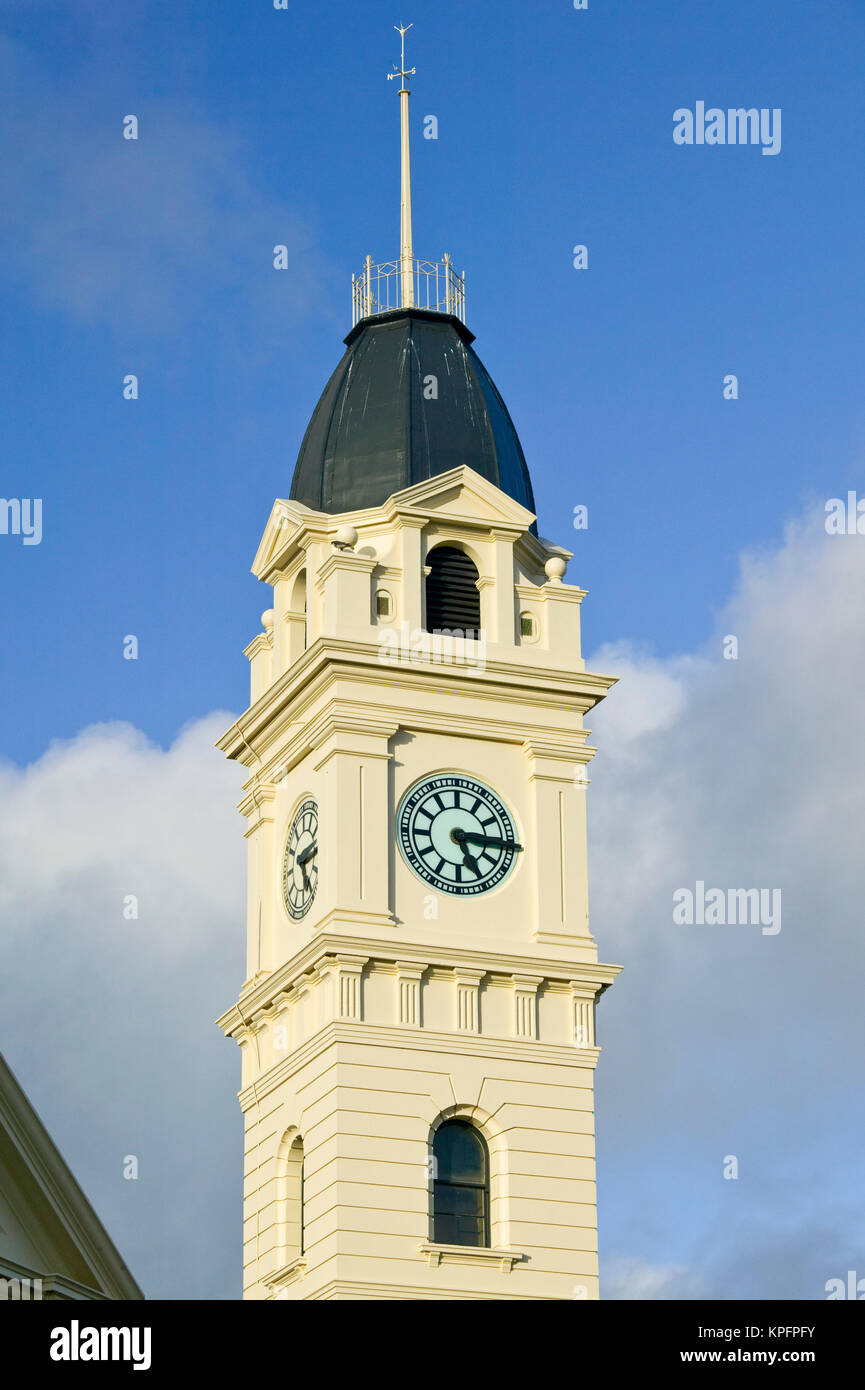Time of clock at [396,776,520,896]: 5:15
